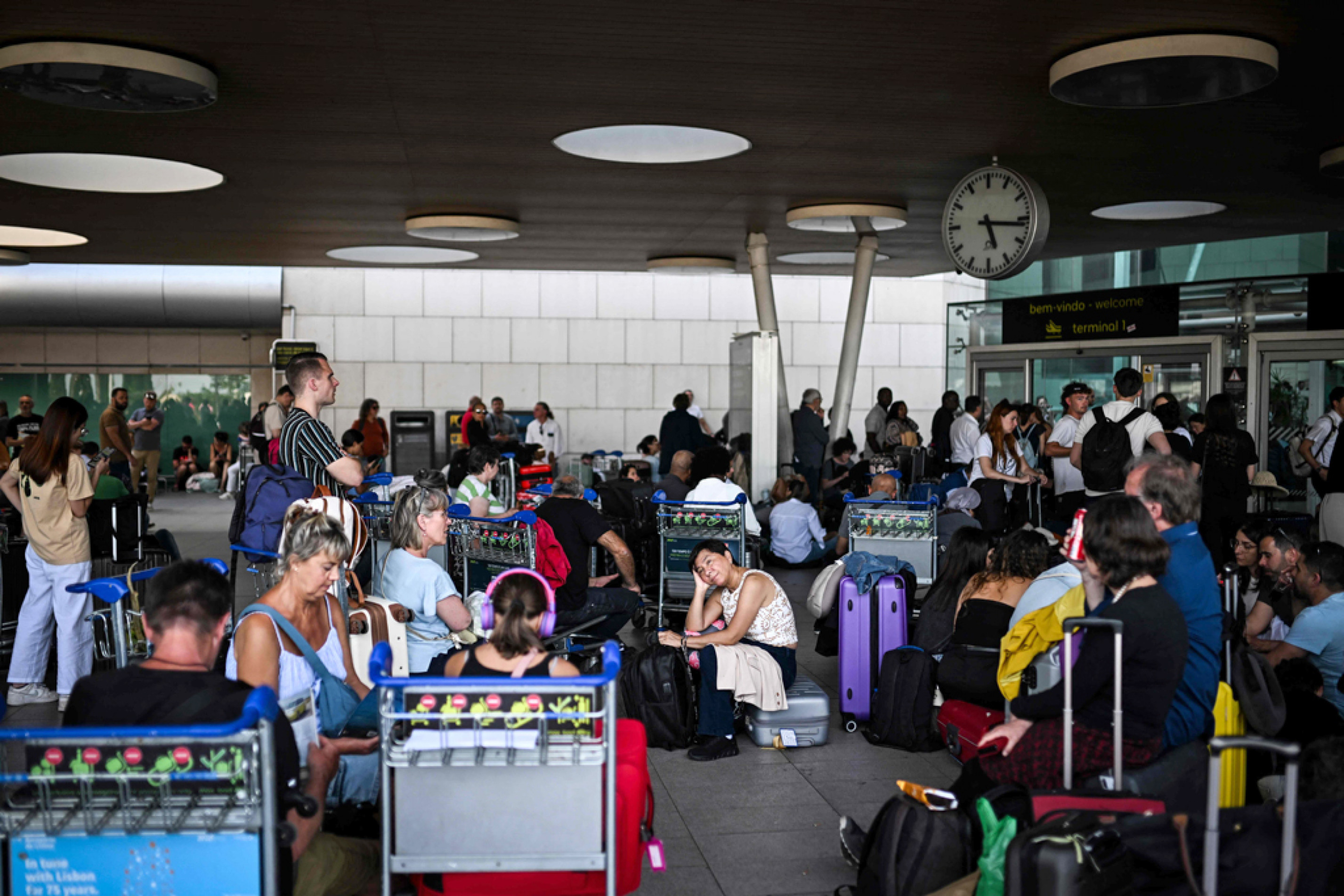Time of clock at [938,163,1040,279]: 5:16
